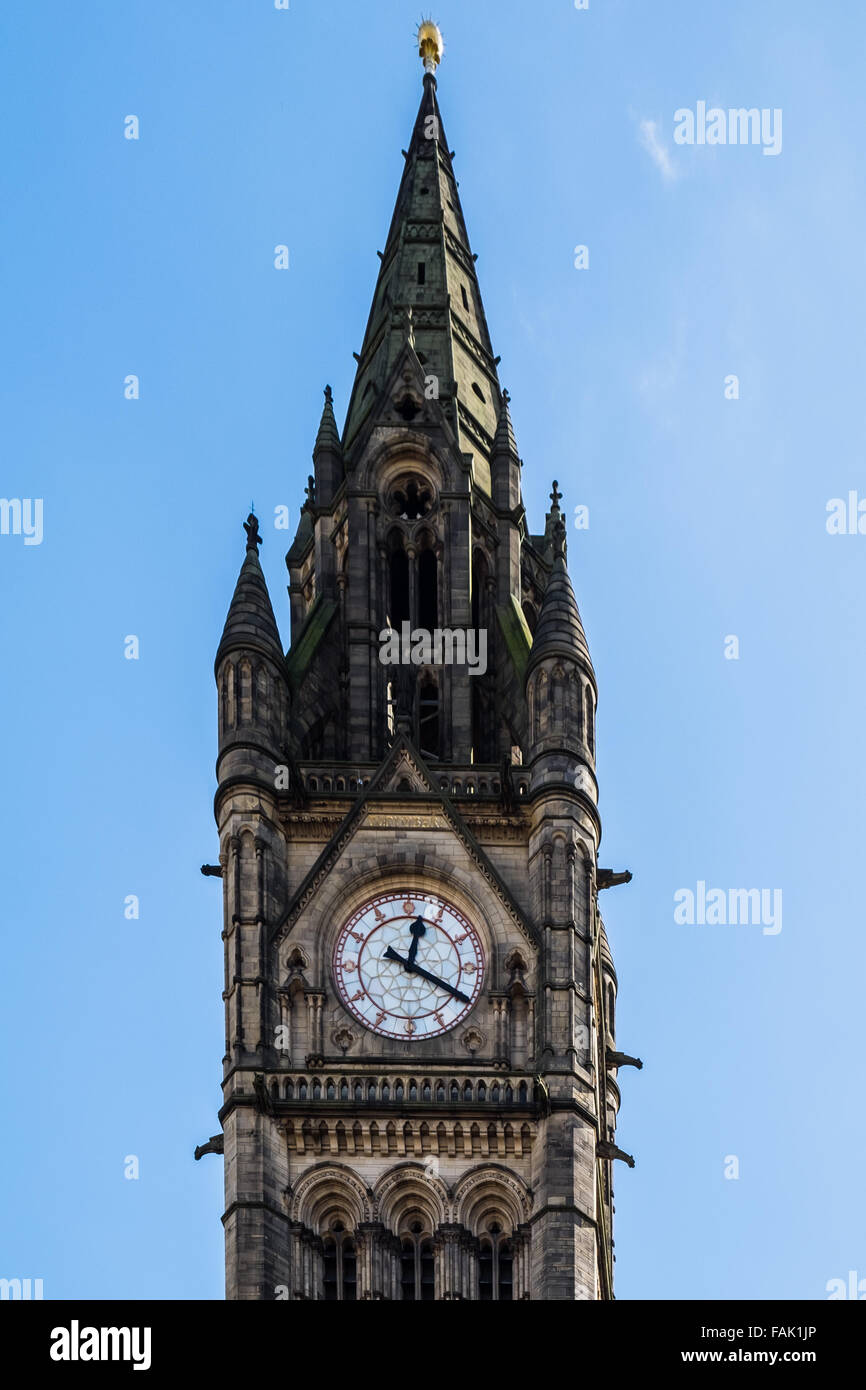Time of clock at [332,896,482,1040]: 12:19
